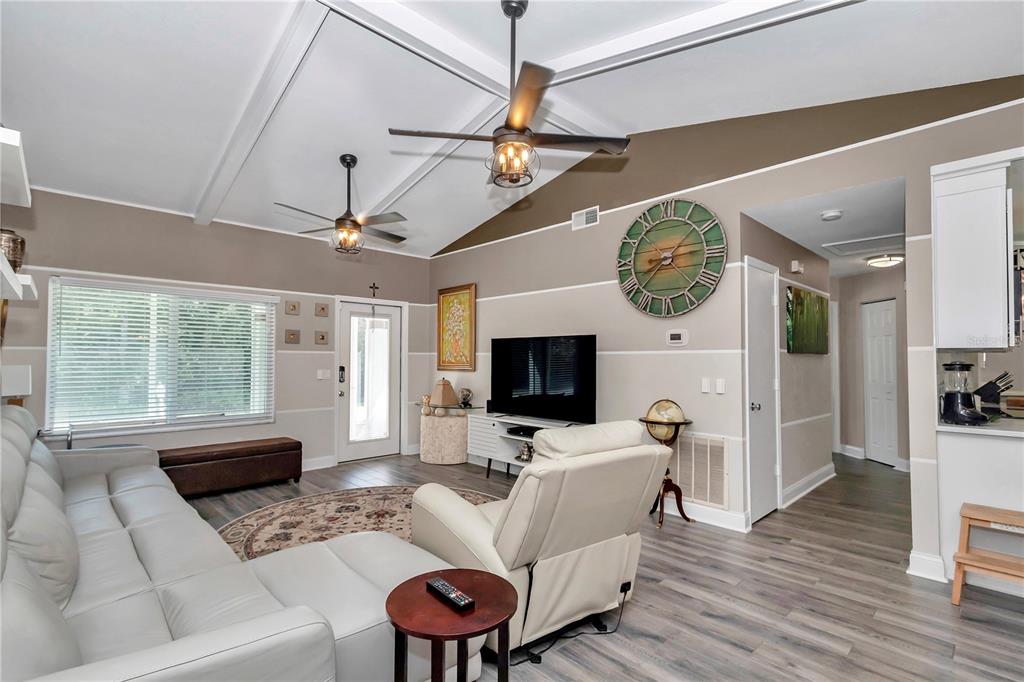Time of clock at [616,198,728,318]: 8:38
